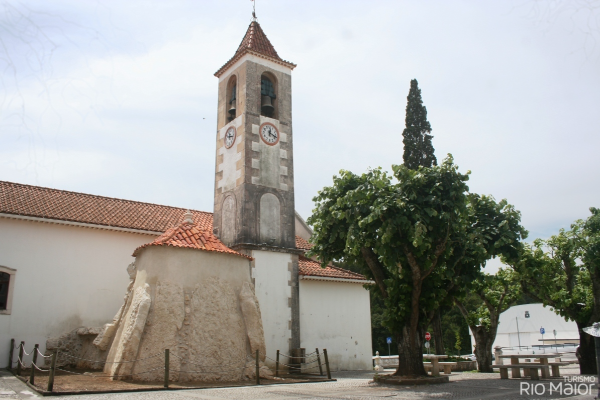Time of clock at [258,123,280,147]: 12:18
